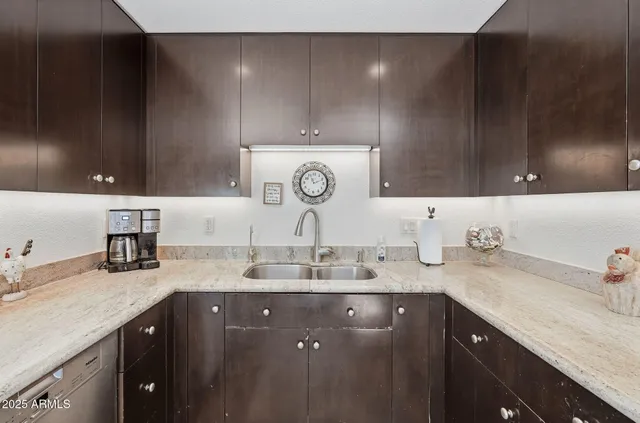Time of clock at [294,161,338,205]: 11:11
